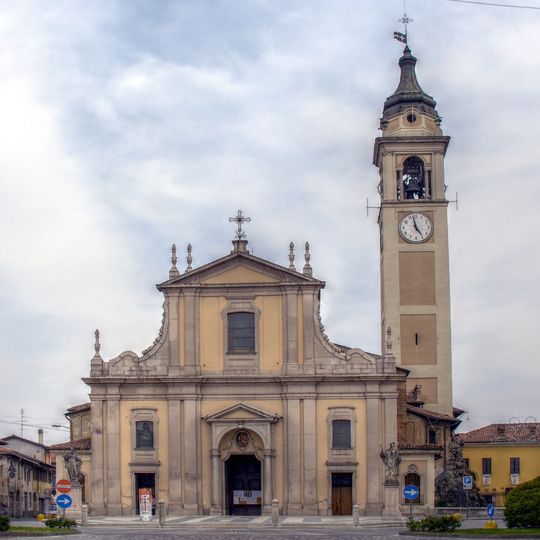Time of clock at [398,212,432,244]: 4:57
